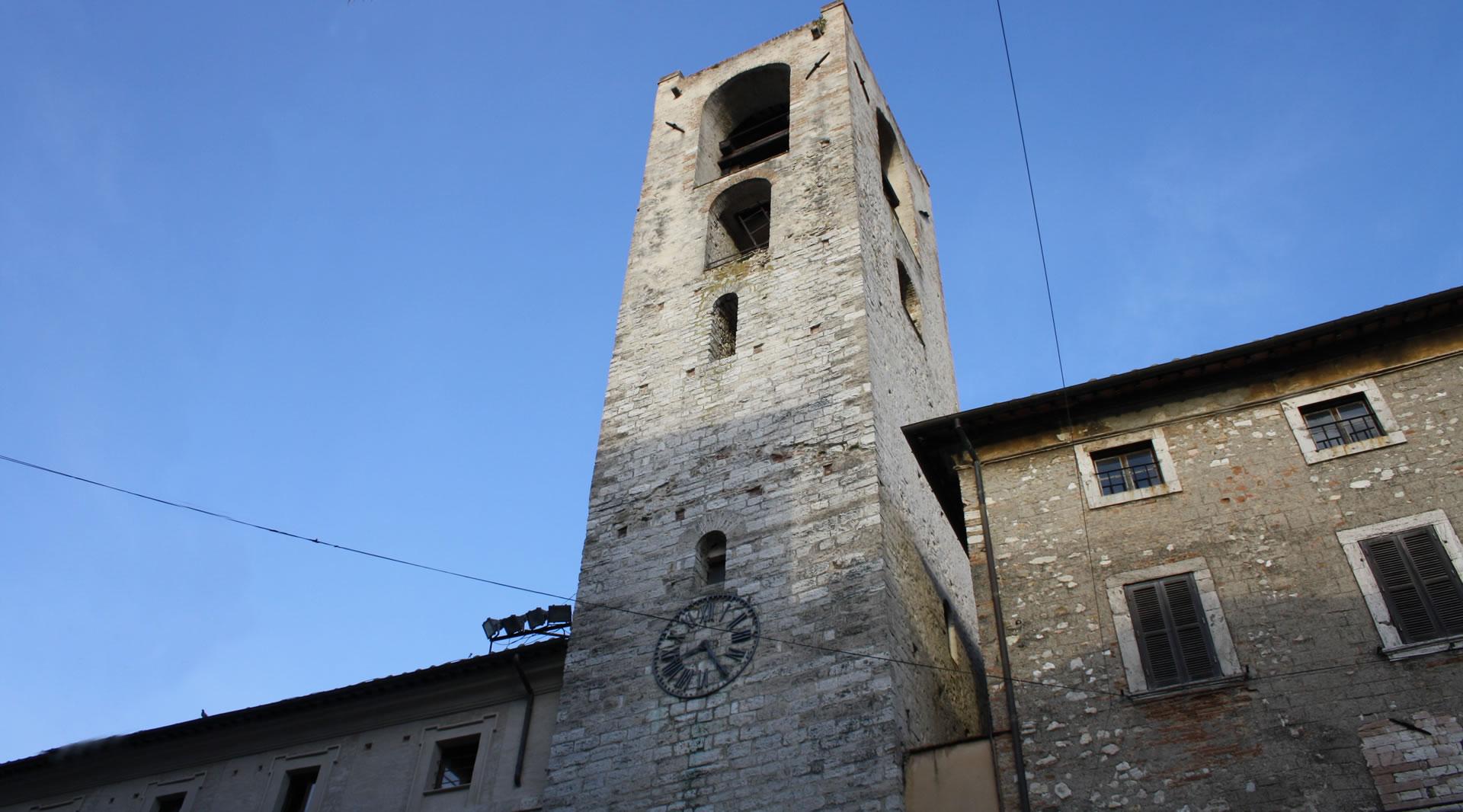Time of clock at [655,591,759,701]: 8:24
